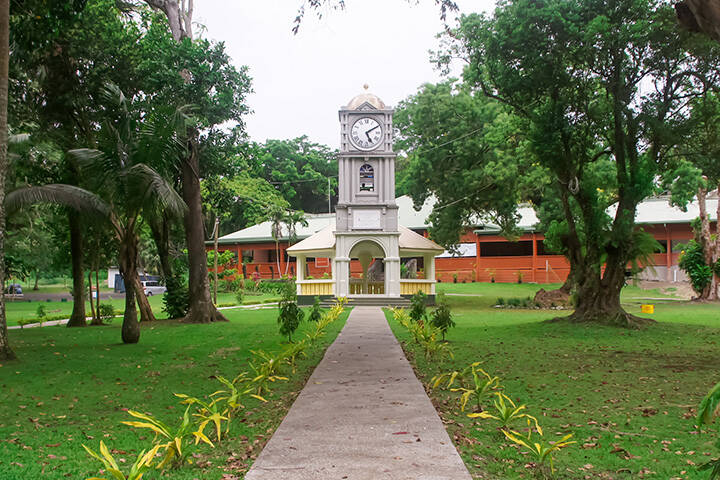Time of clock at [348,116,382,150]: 5:09
